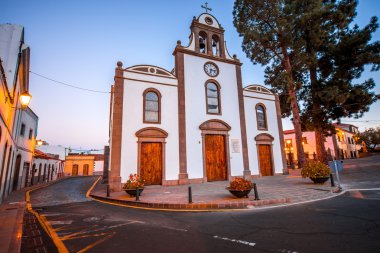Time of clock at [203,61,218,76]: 6:15
